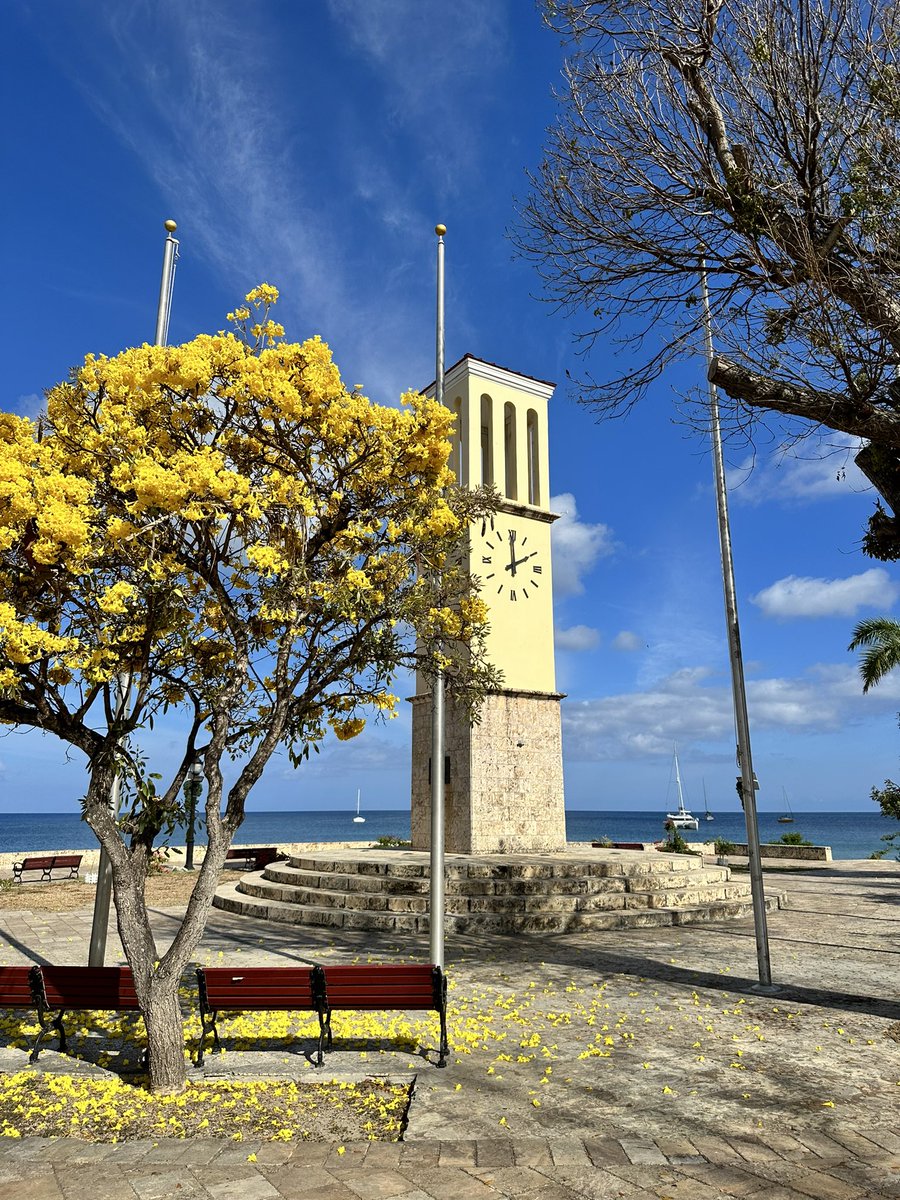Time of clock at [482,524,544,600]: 1:59
